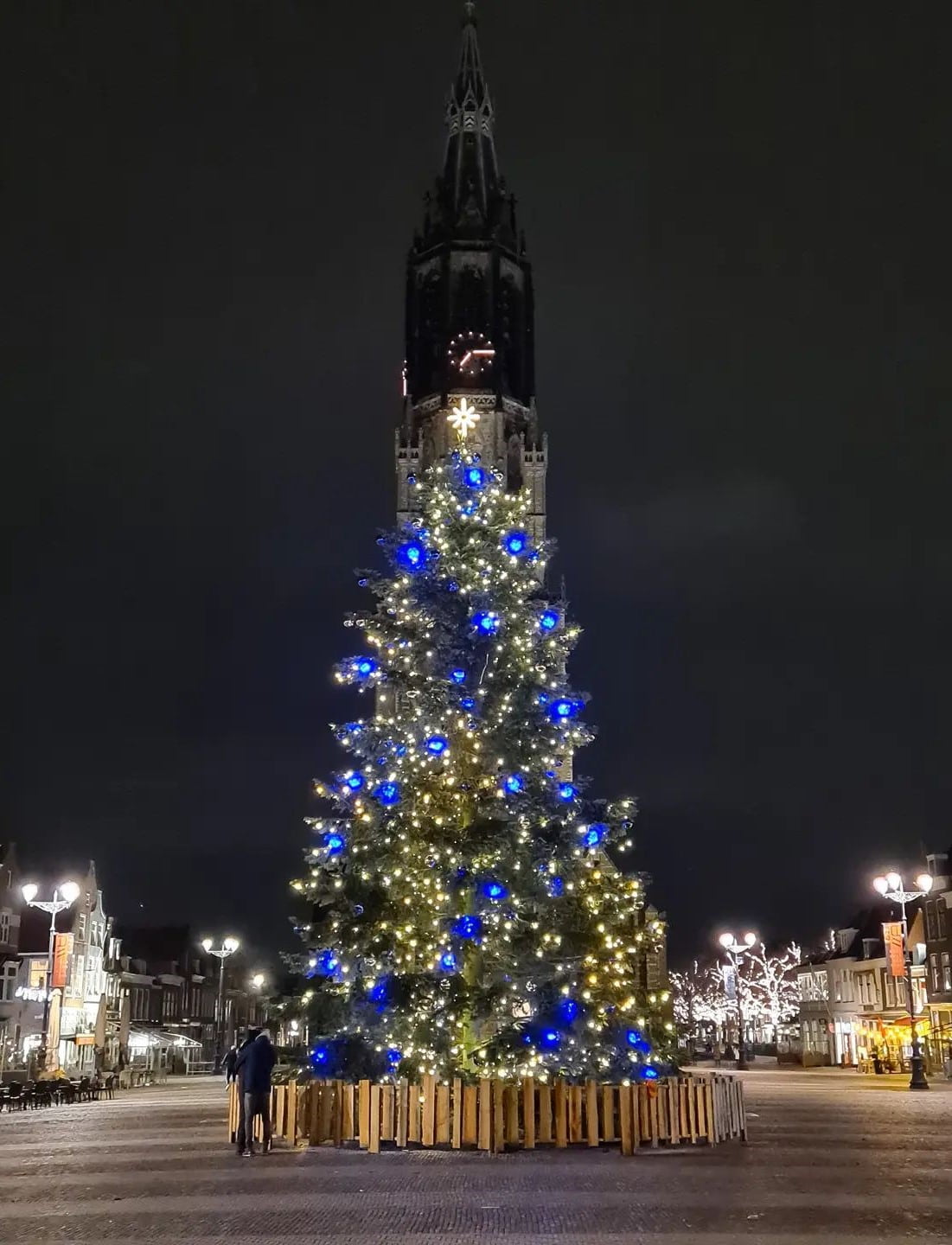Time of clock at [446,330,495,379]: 7:15
